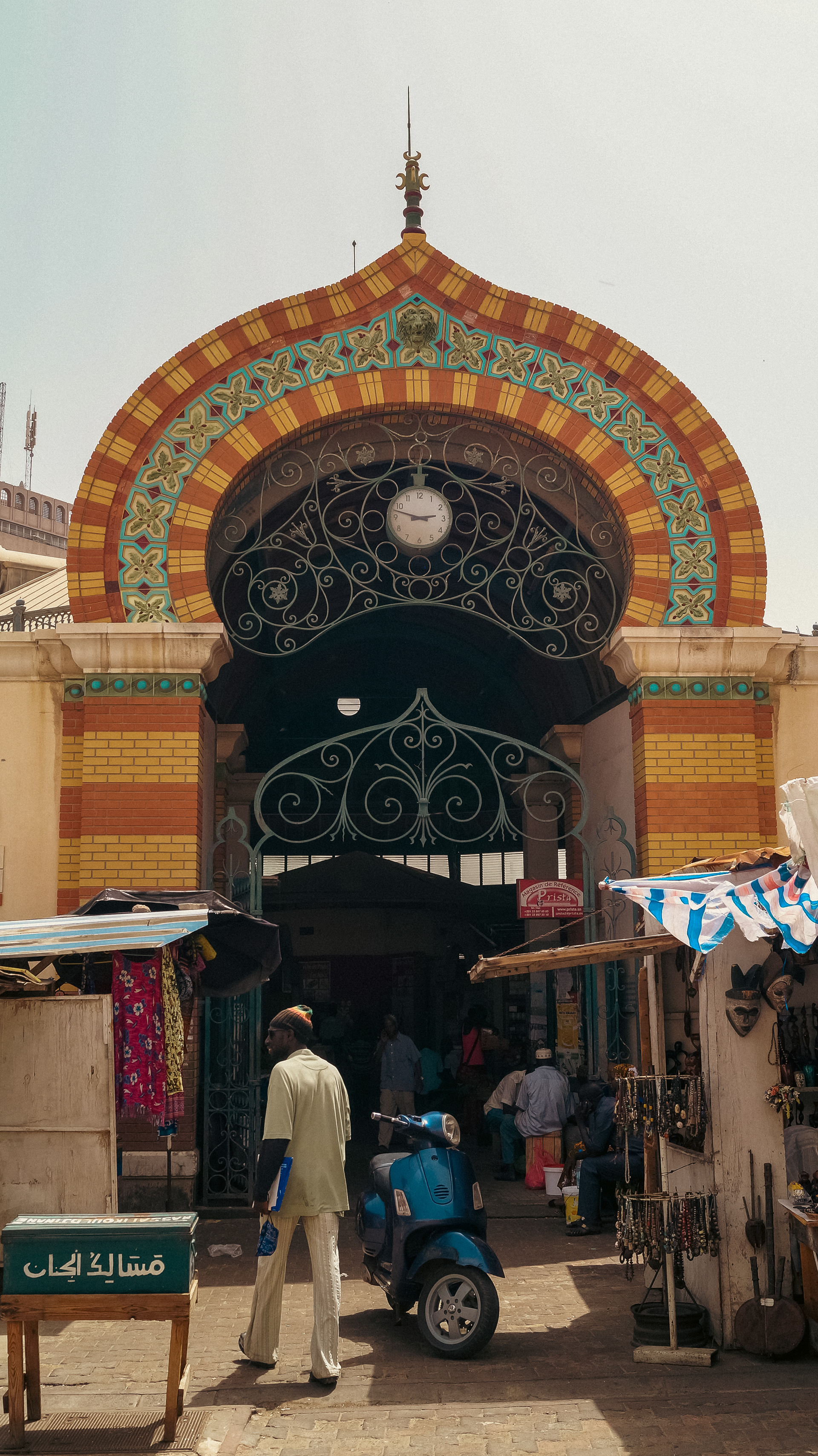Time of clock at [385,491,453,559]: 2:47
